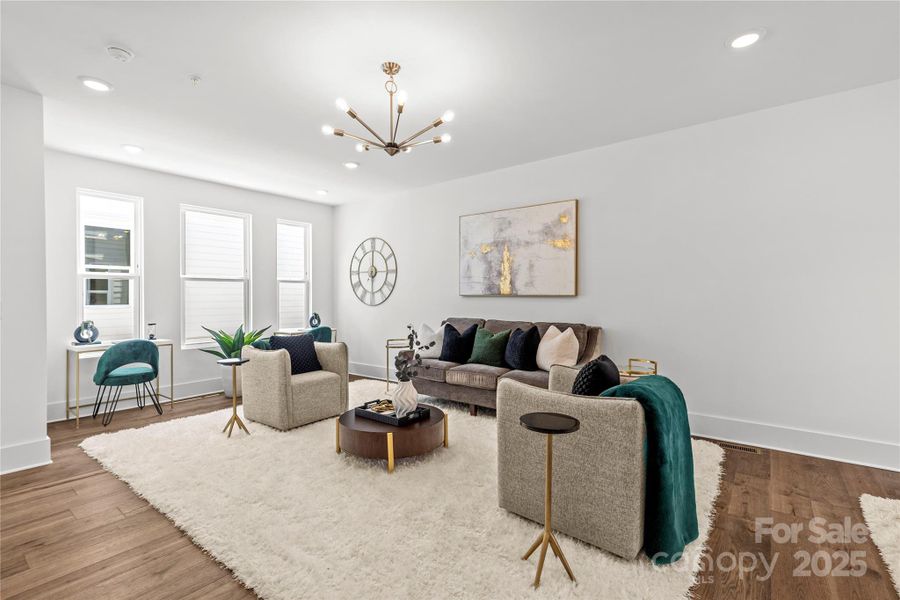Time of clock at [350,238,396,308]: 5:59
